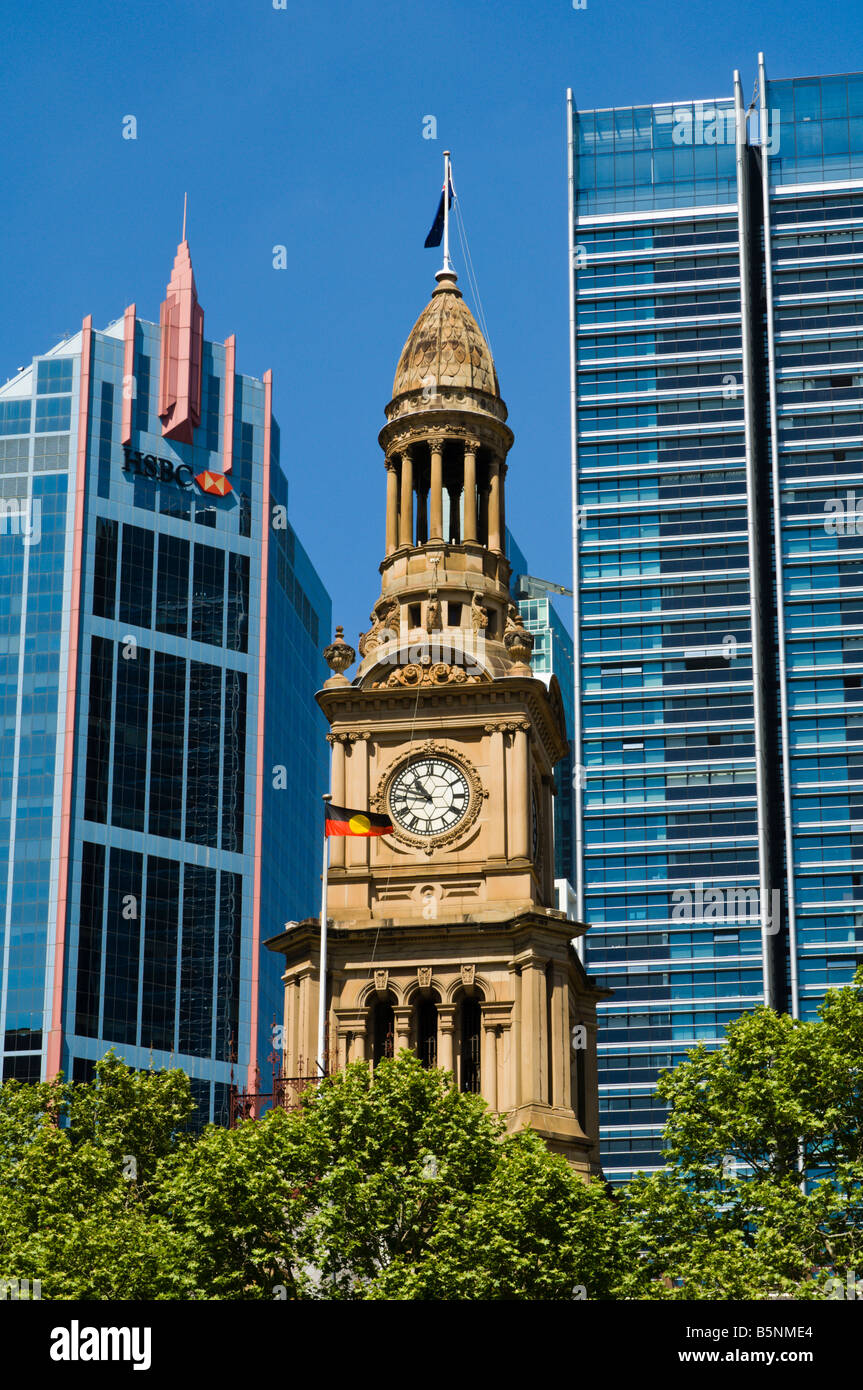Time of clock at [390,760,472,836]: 10:47
